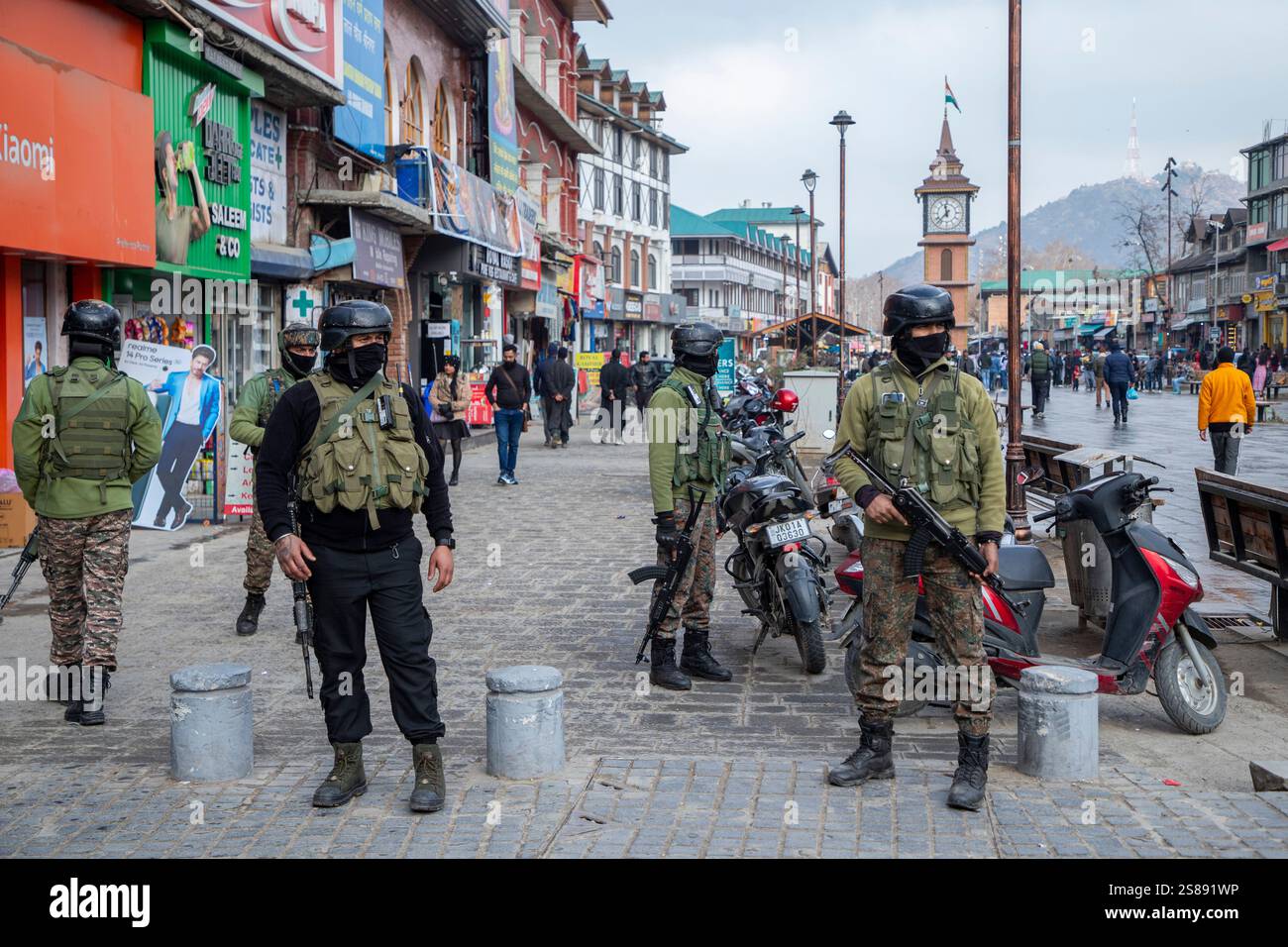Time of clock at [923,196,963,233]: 11:37
